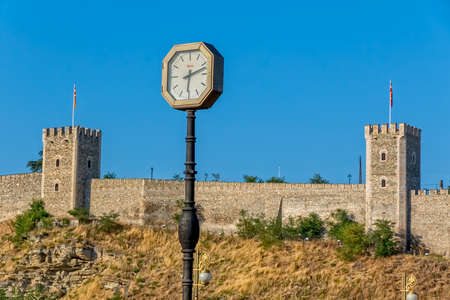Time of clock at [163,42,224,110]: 6:12
